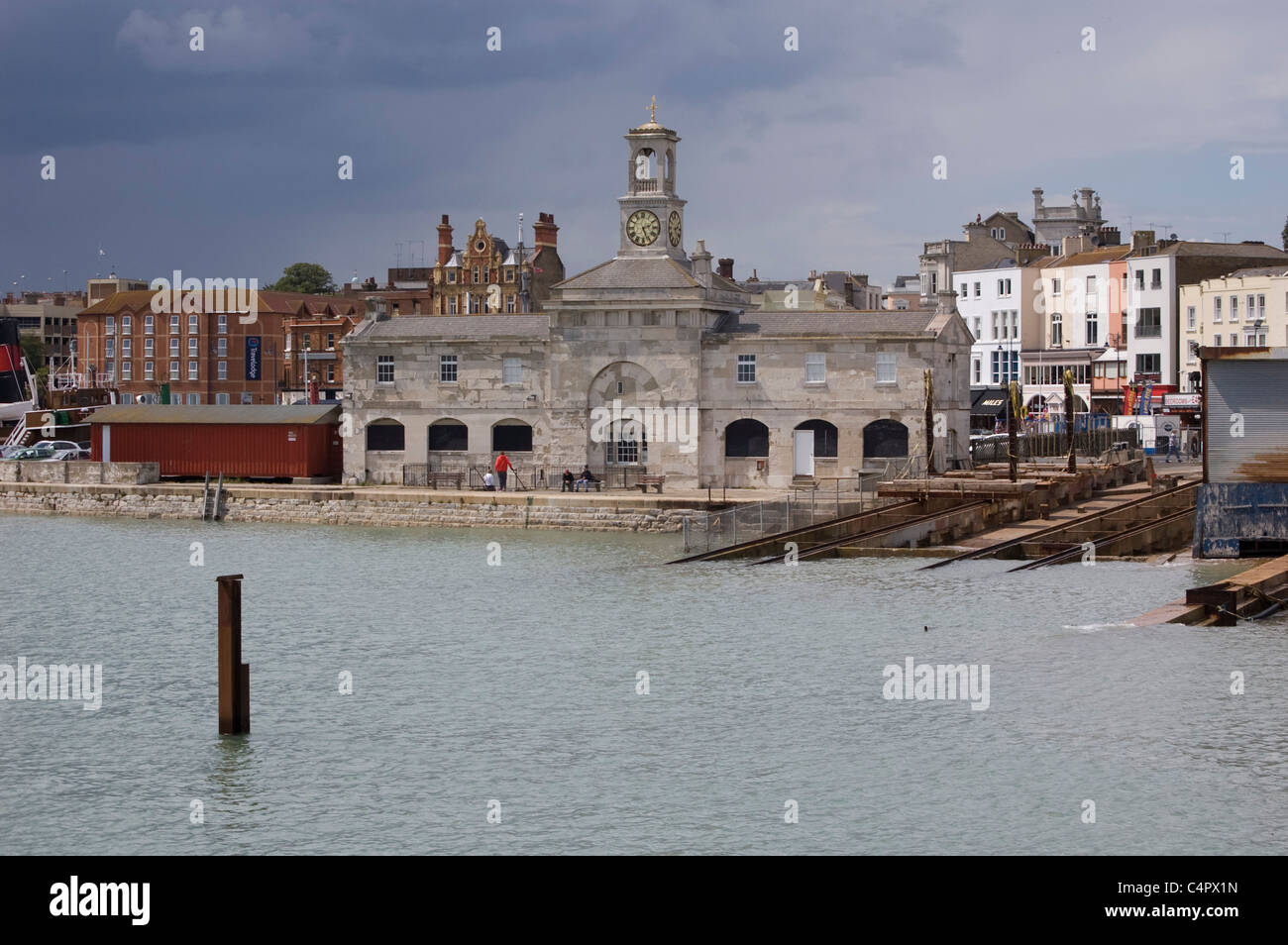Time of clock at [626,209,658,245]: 2:26
